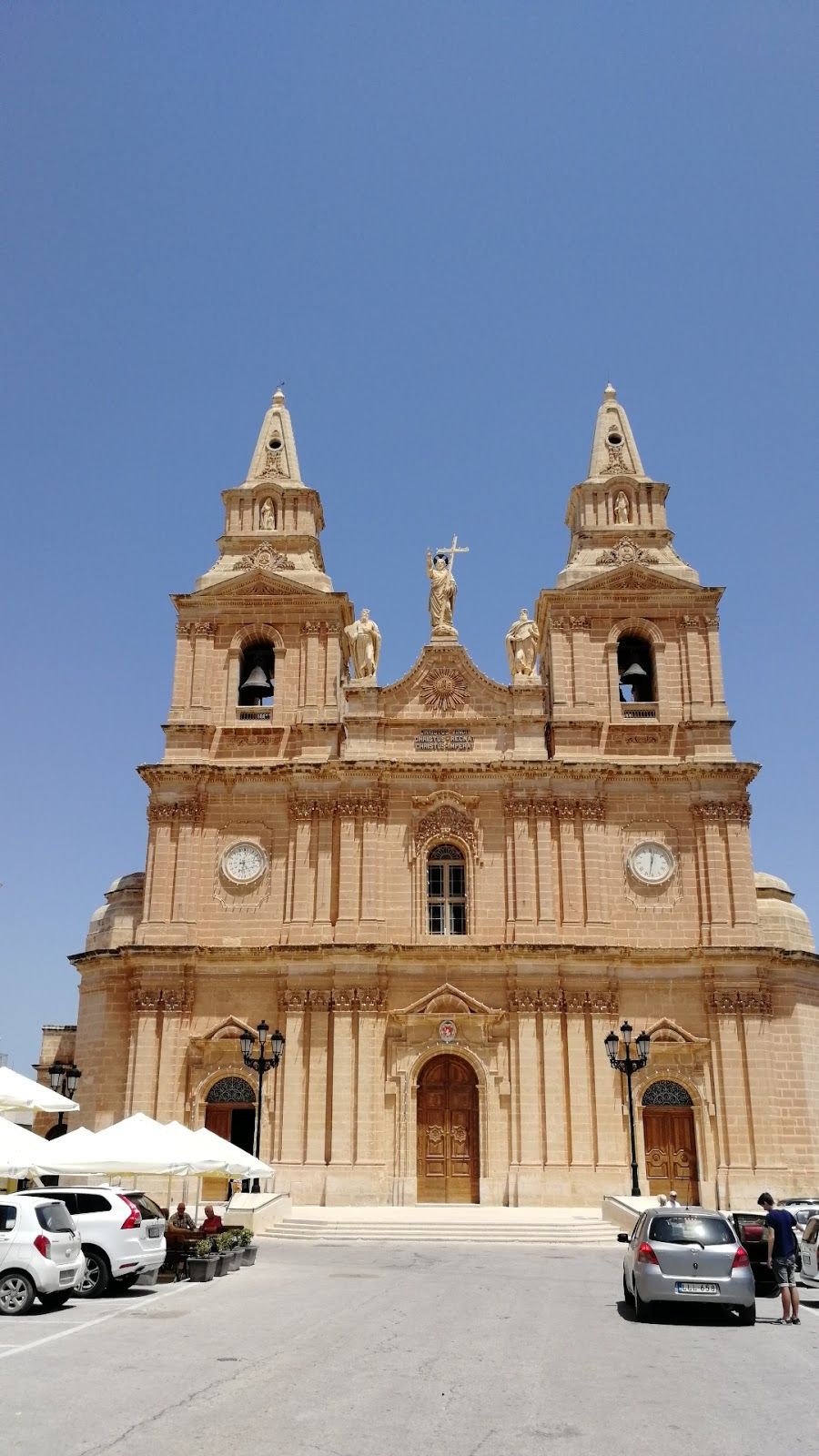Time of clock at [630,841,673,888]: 12:32
